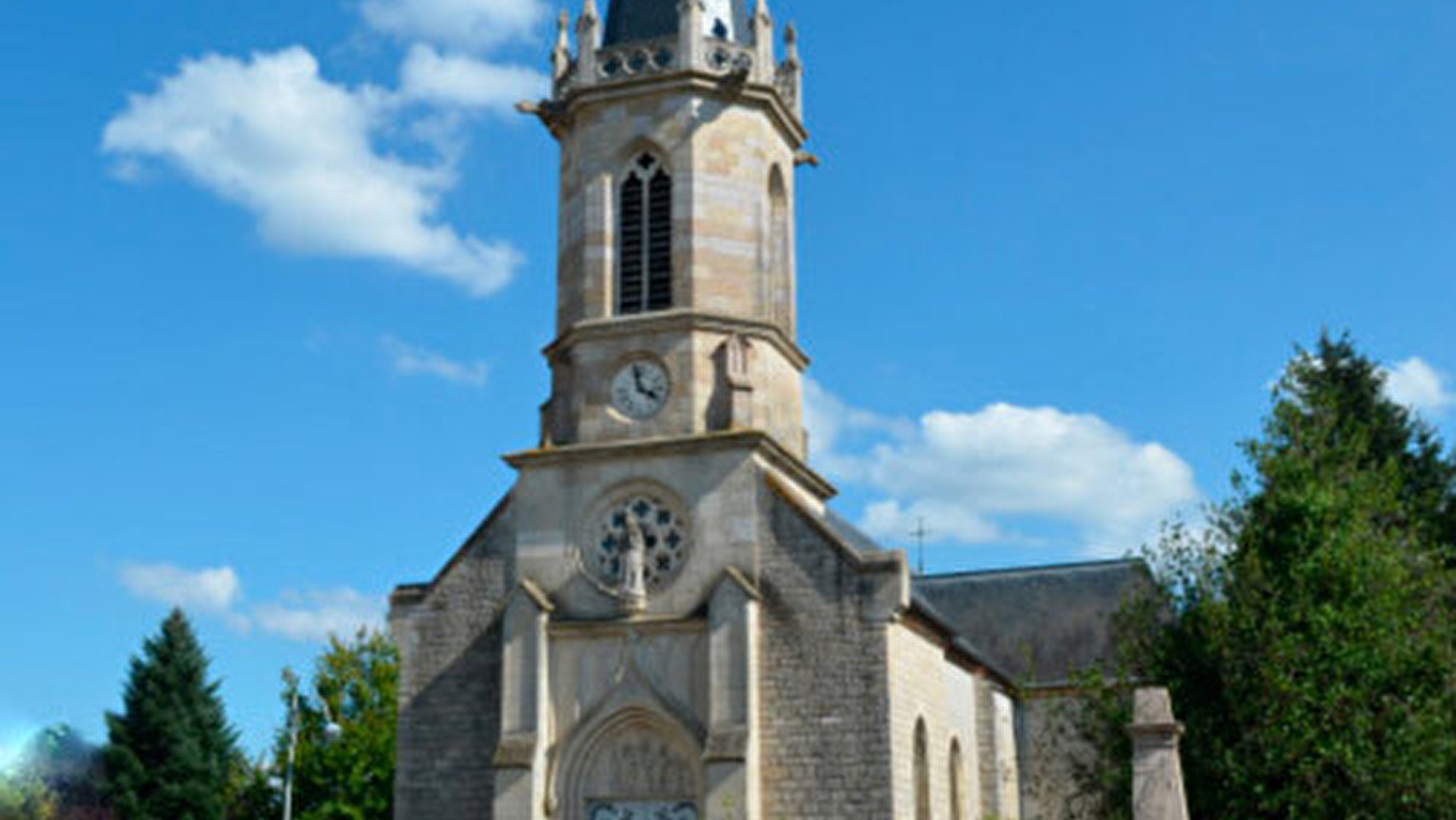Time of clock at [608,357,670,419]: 3:58
